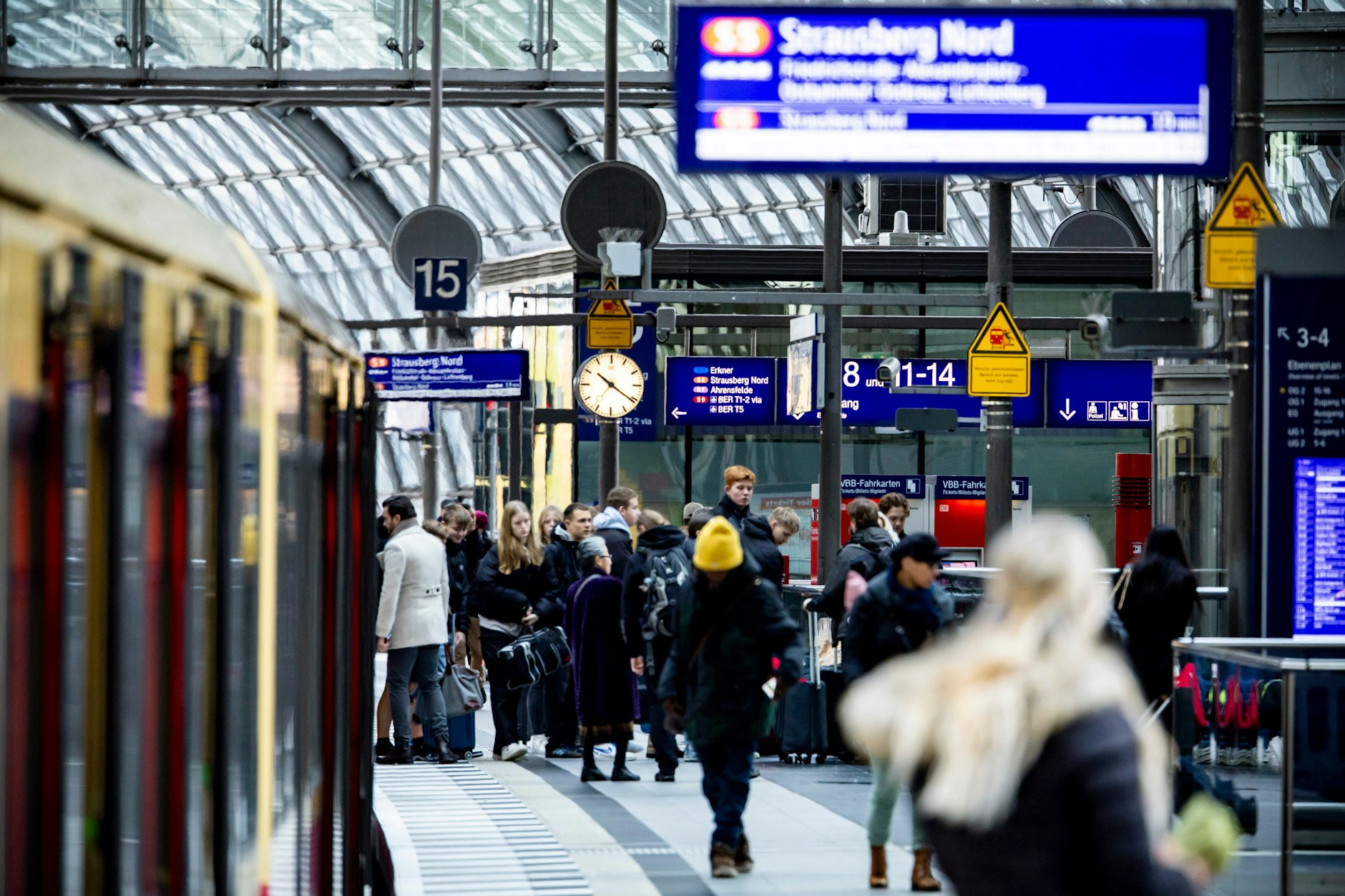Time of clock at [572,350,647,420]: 10:20
